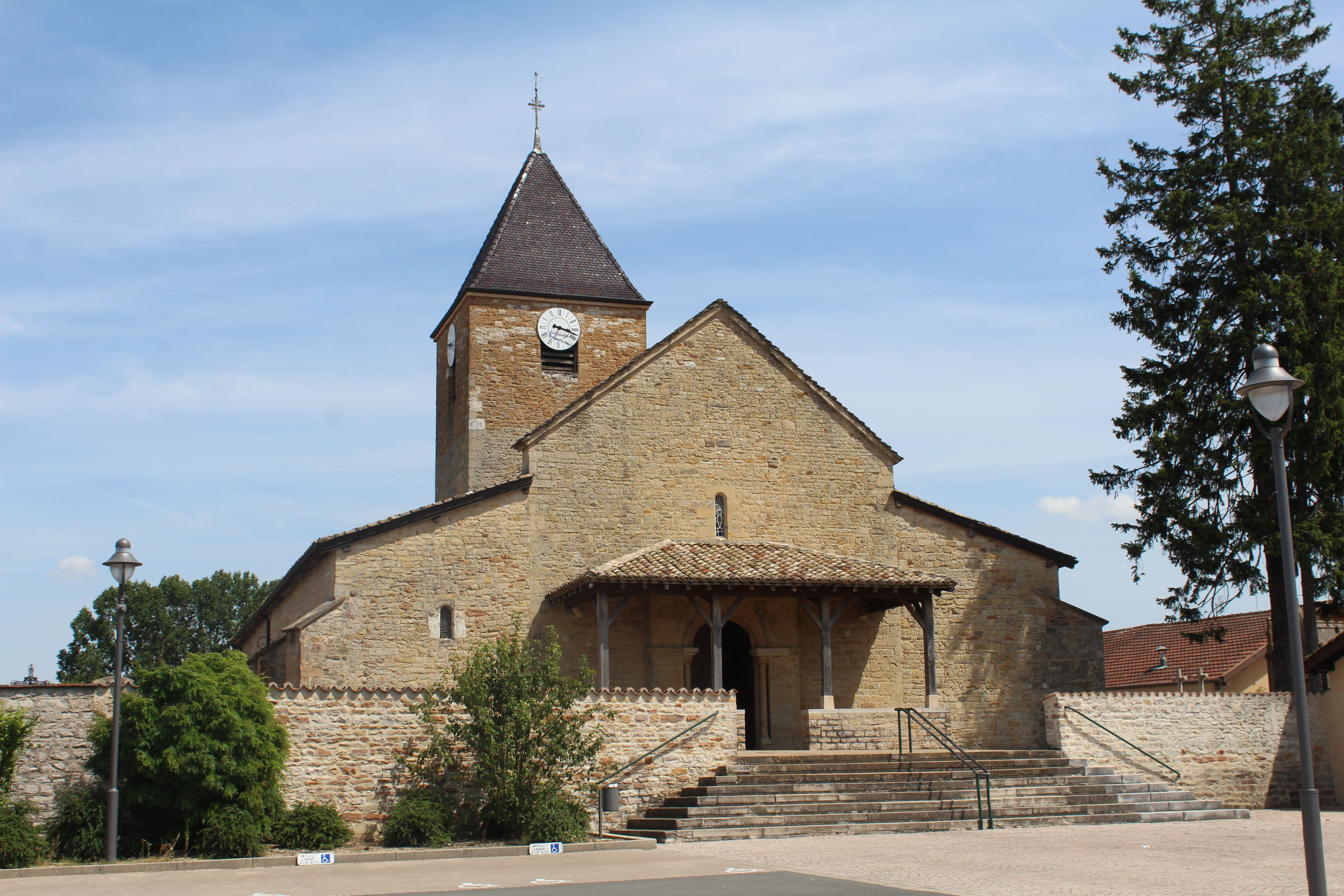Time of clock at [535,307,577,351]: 3:17
